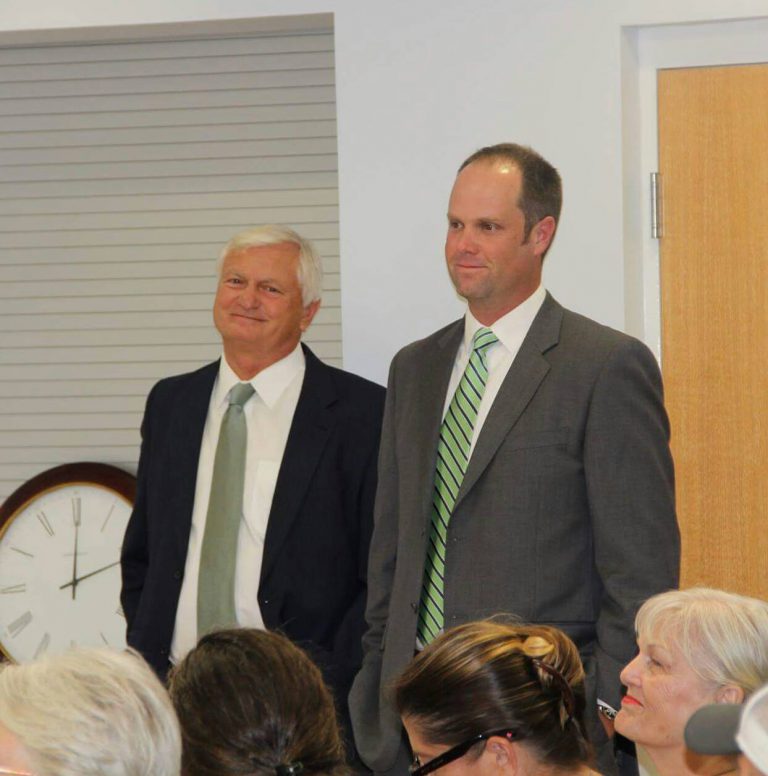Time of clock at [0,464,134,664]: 12:00
